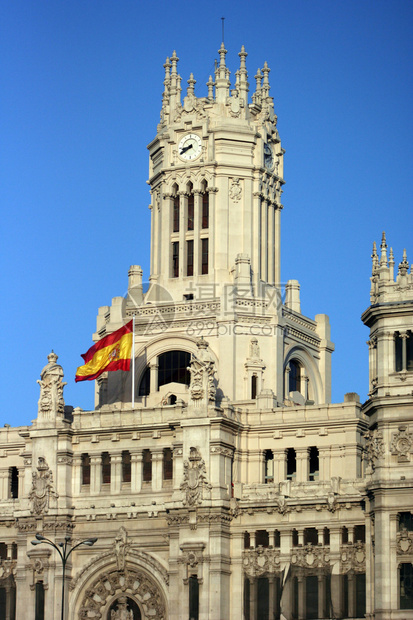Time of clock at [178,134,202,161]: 8:40
